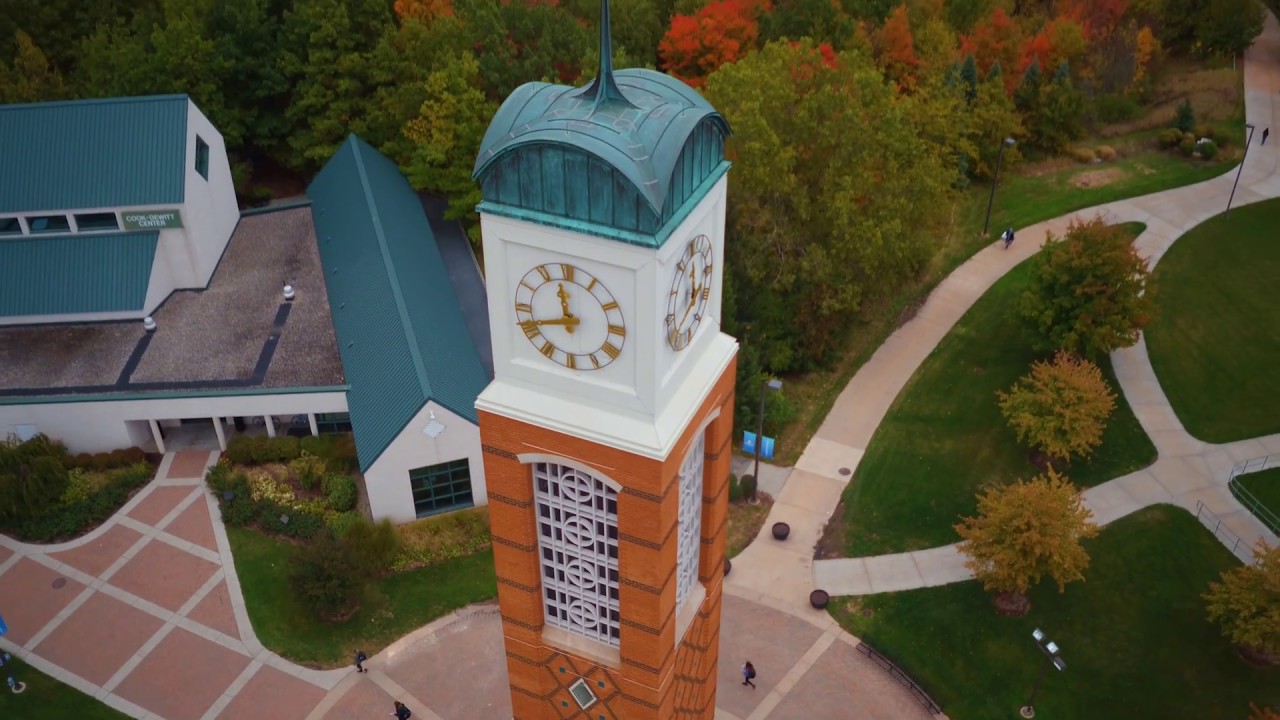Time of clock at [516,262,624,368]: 11:41
